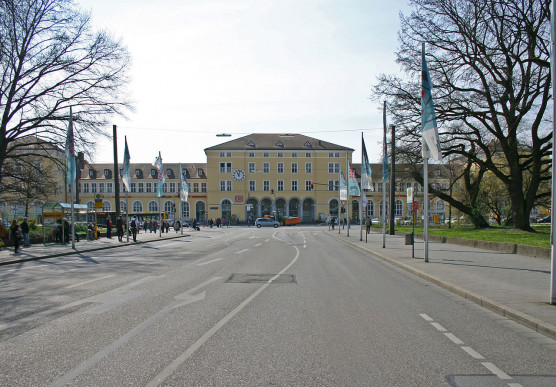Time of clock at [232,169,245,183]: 11:02
